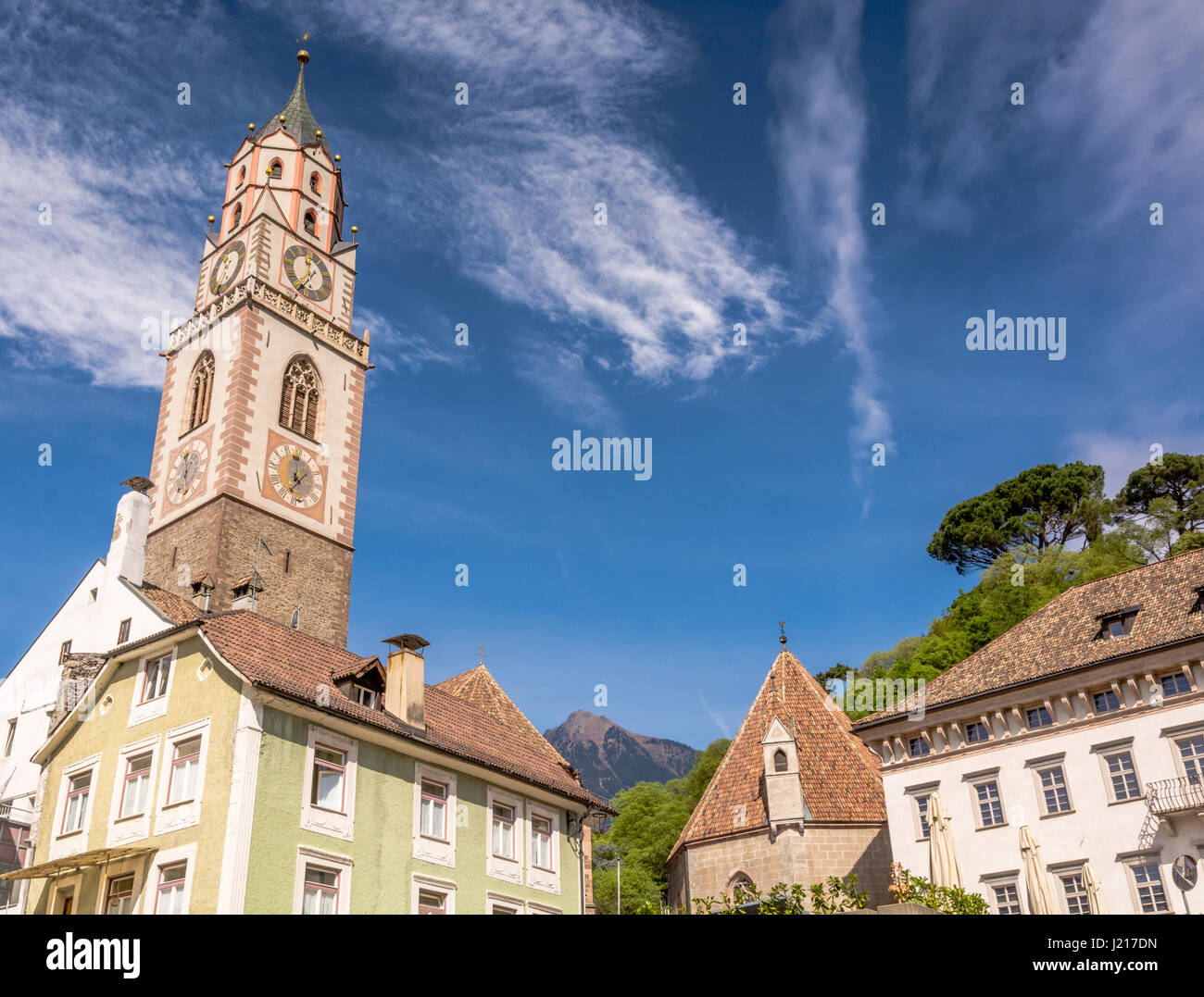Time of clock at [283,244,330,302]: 11:35
